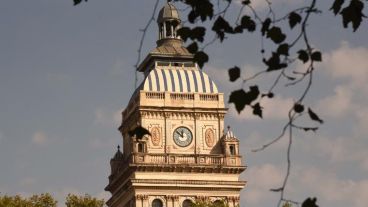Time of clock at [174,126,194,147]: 11:51
